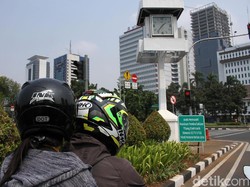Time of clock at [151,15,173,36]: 1:36
